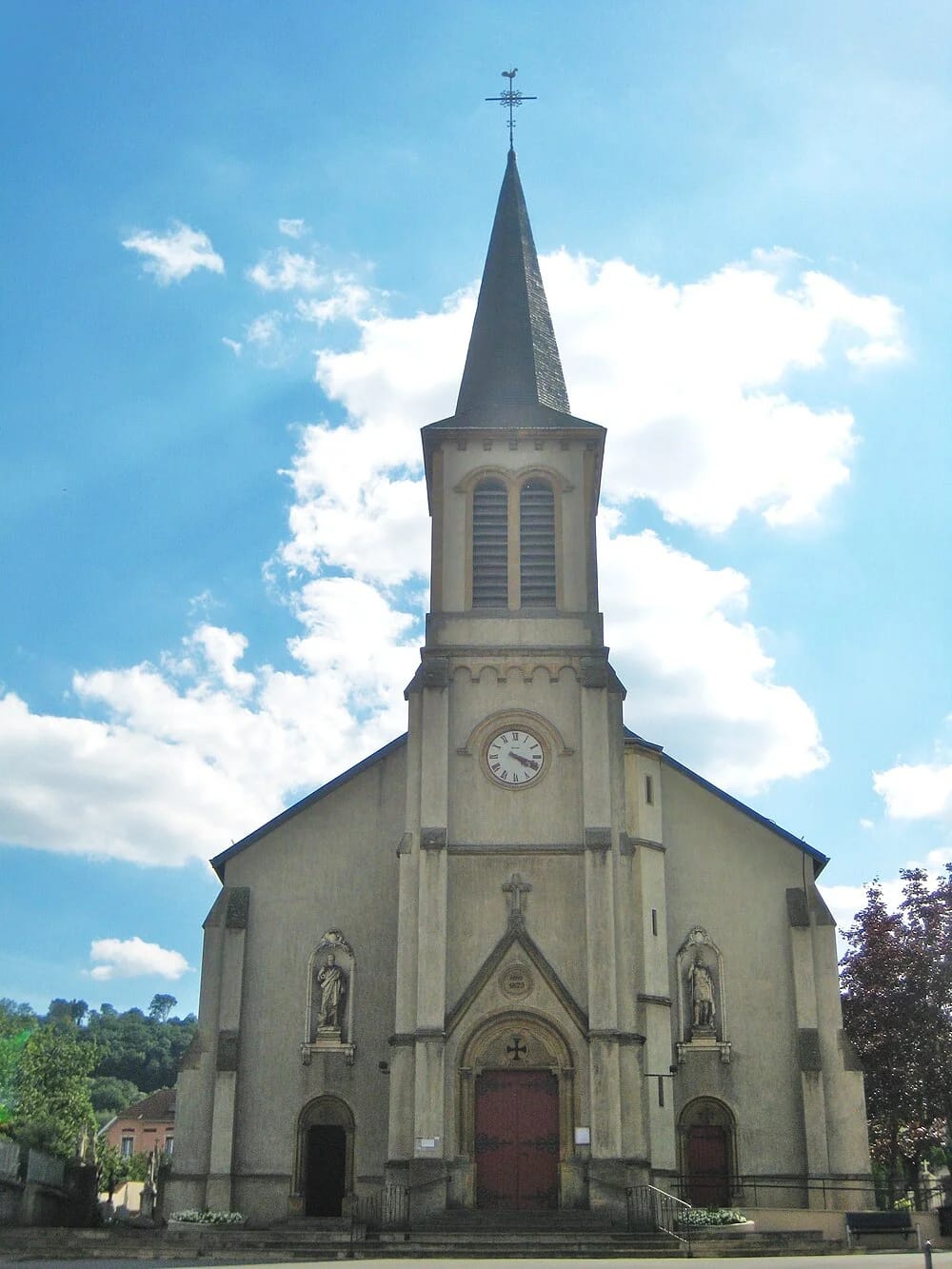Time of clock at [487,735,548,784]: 4:18
